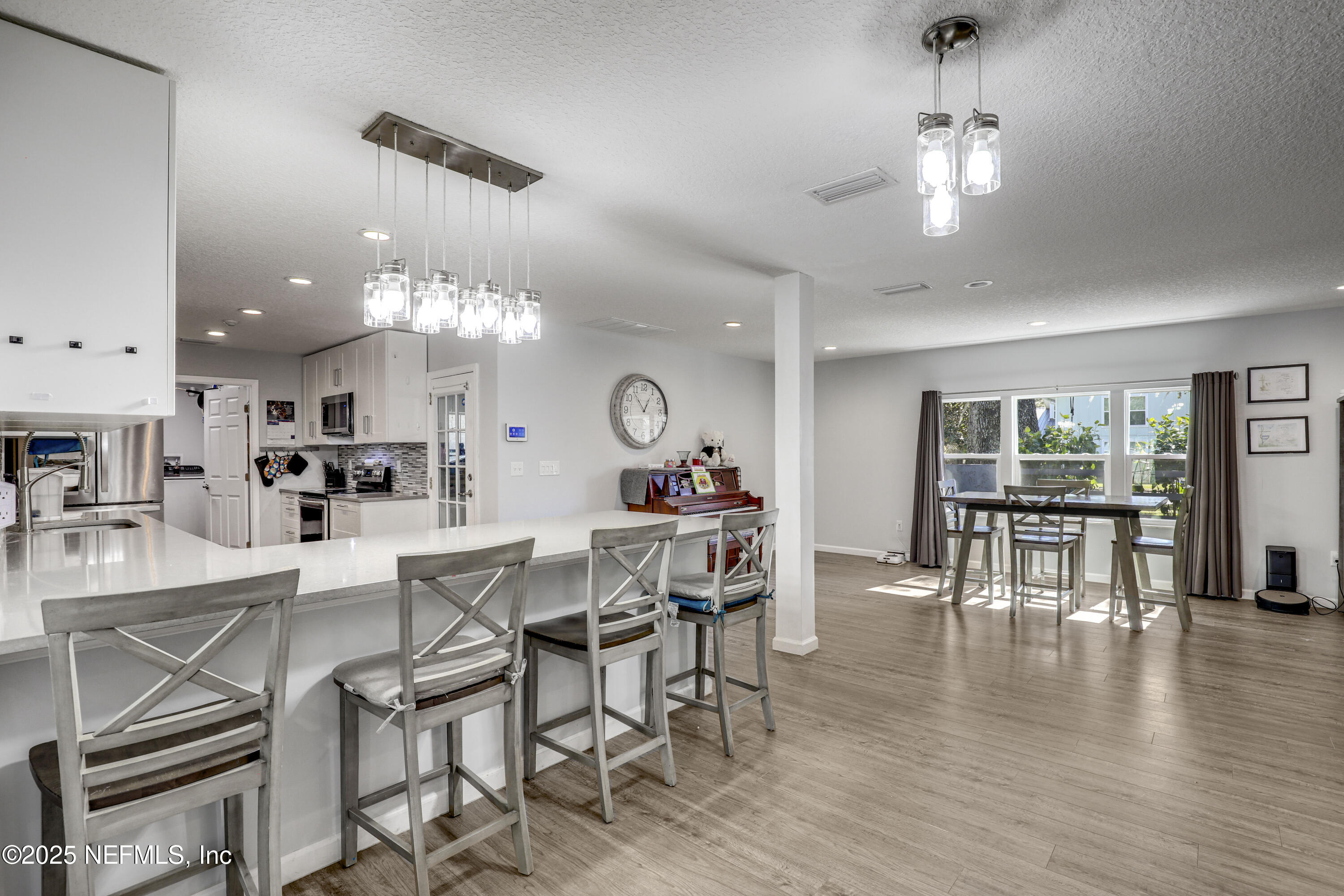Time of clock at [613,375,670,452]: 12:53
